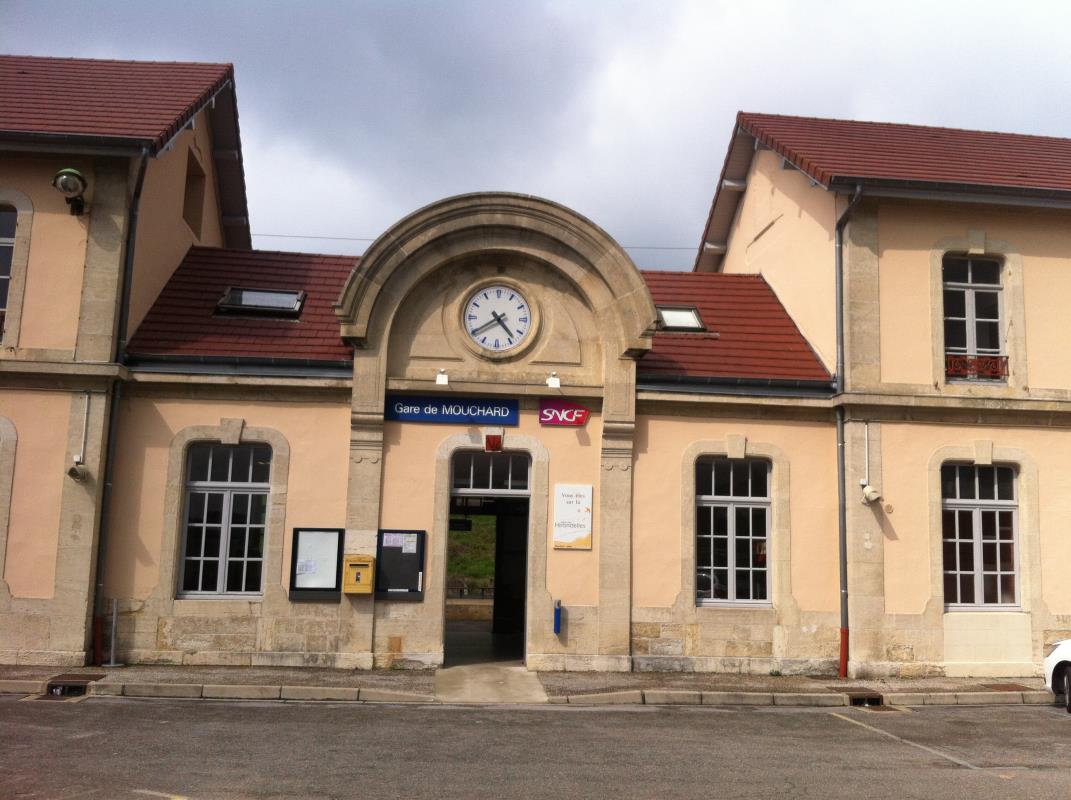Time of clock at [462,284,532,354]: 4:39
